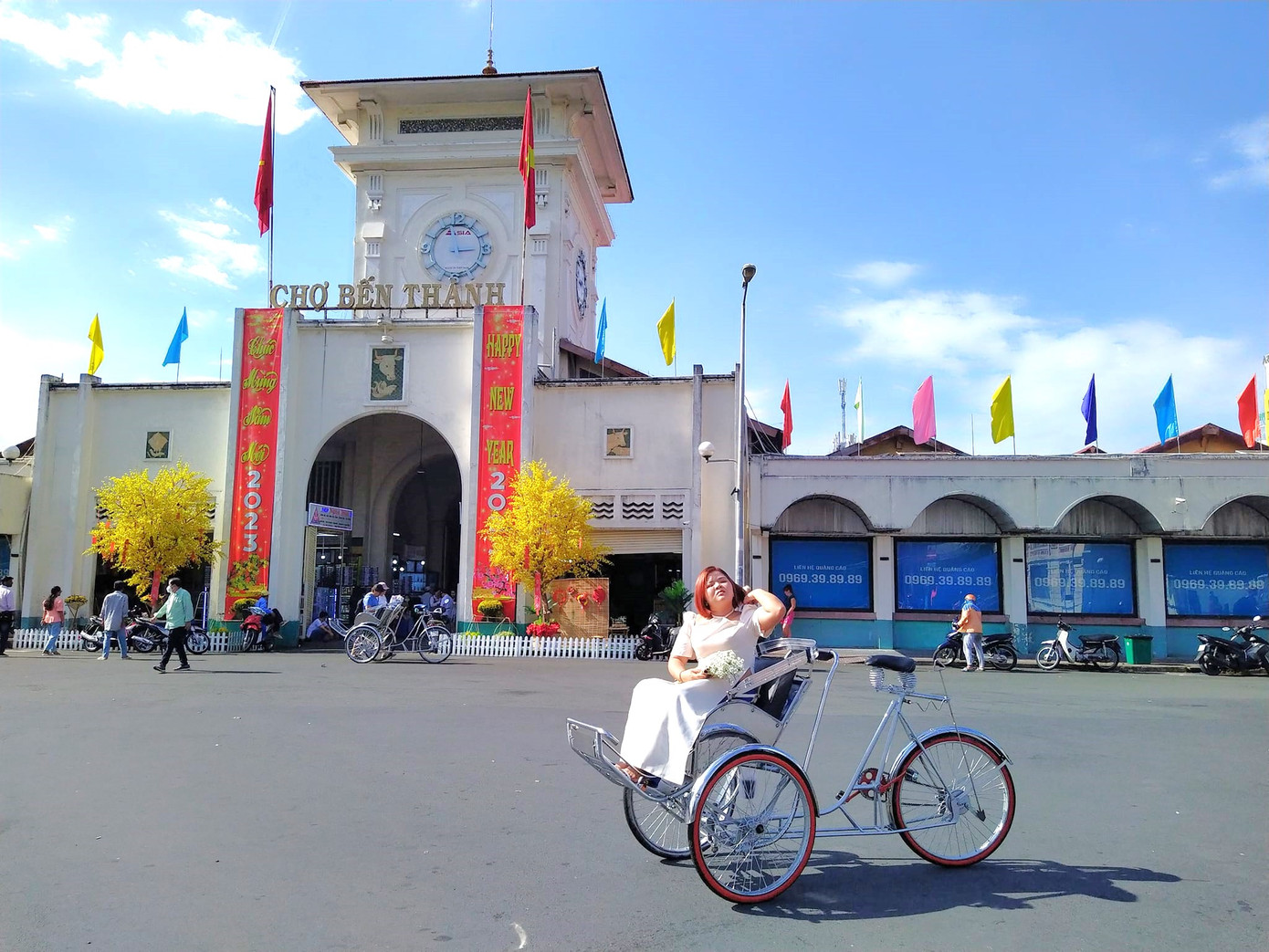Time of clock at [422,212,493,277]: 2:58
